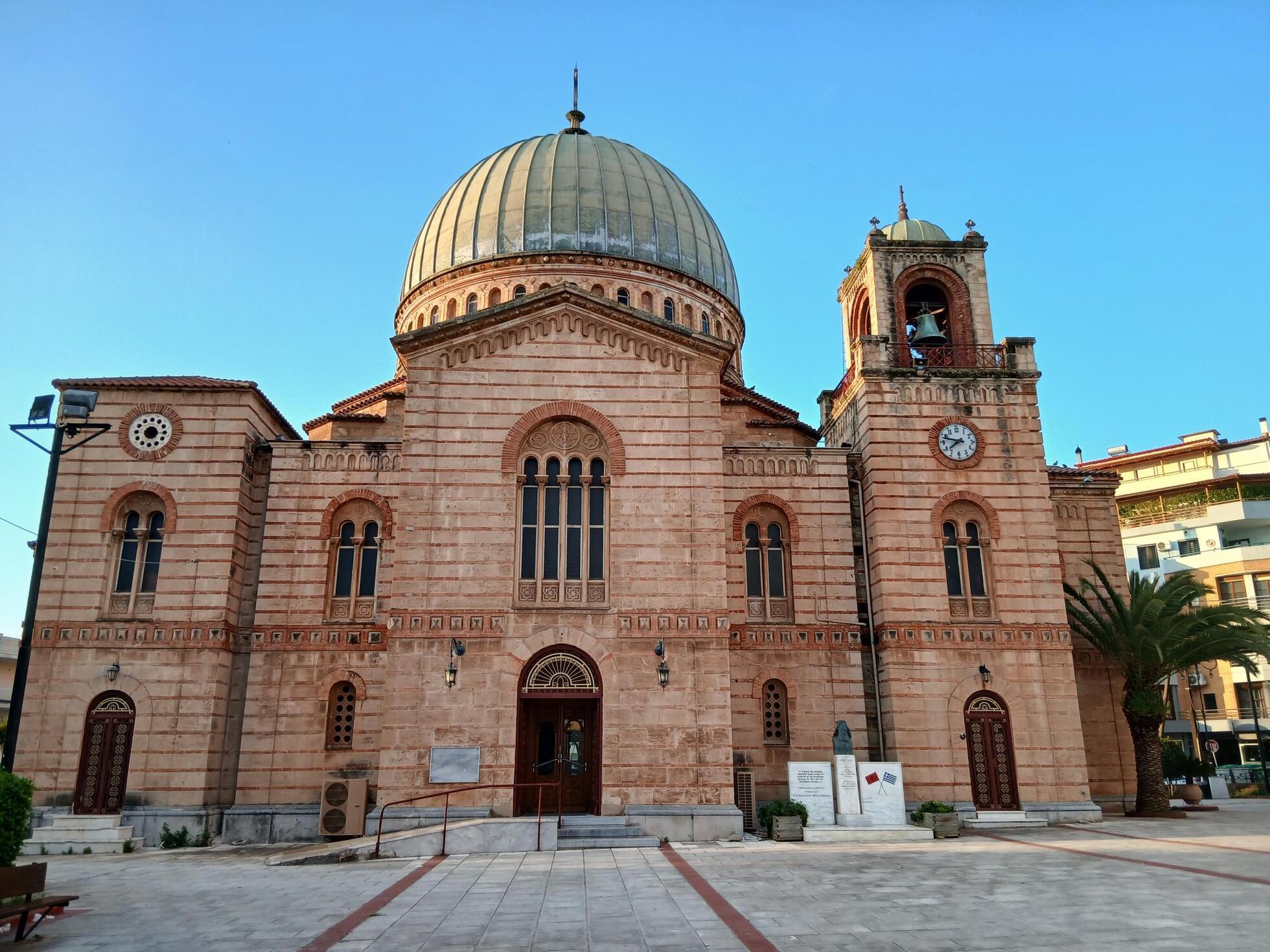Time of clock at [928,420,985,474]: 7:47
